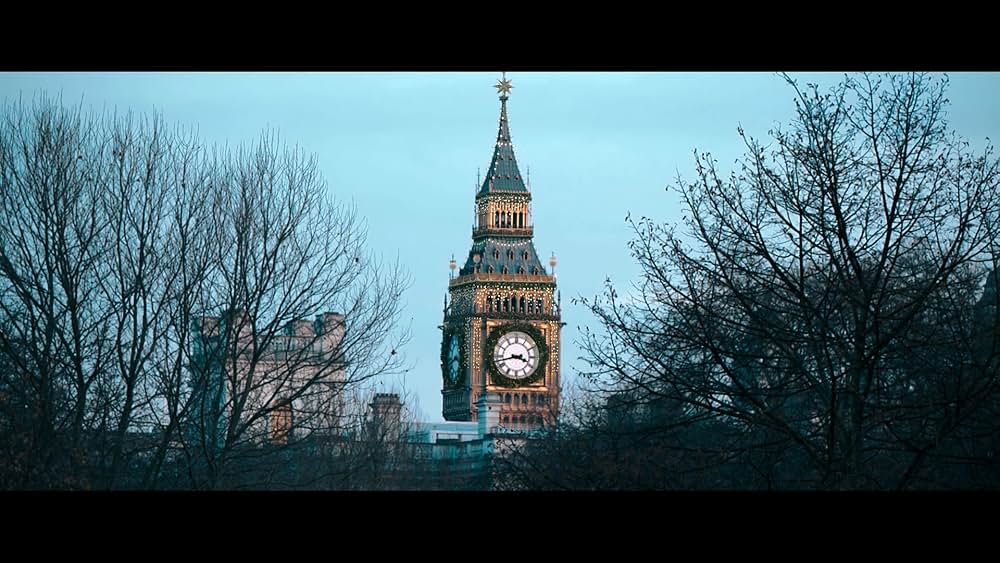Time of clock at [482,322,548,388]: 3:42
